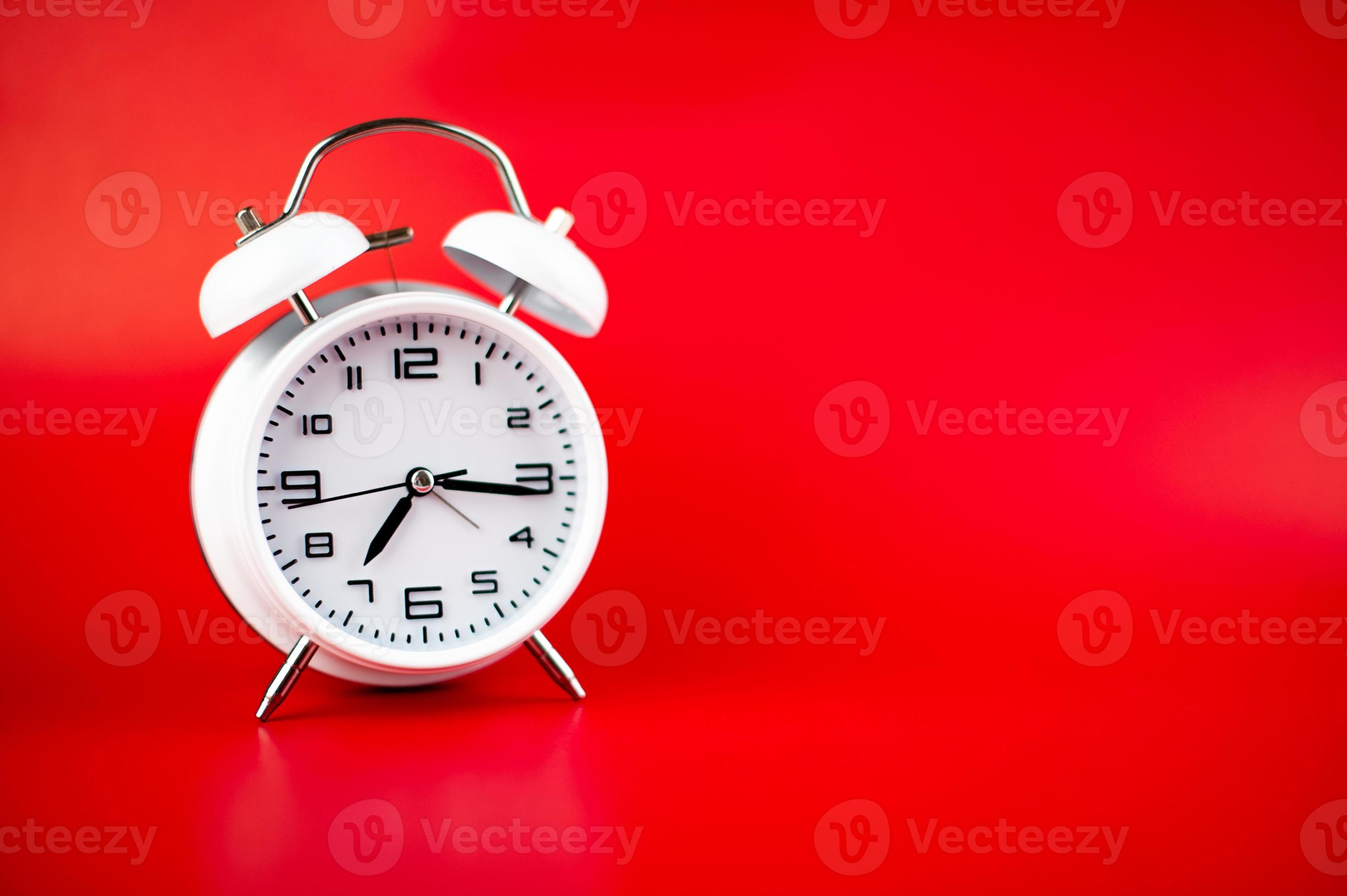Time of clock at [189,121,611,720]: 7:15
